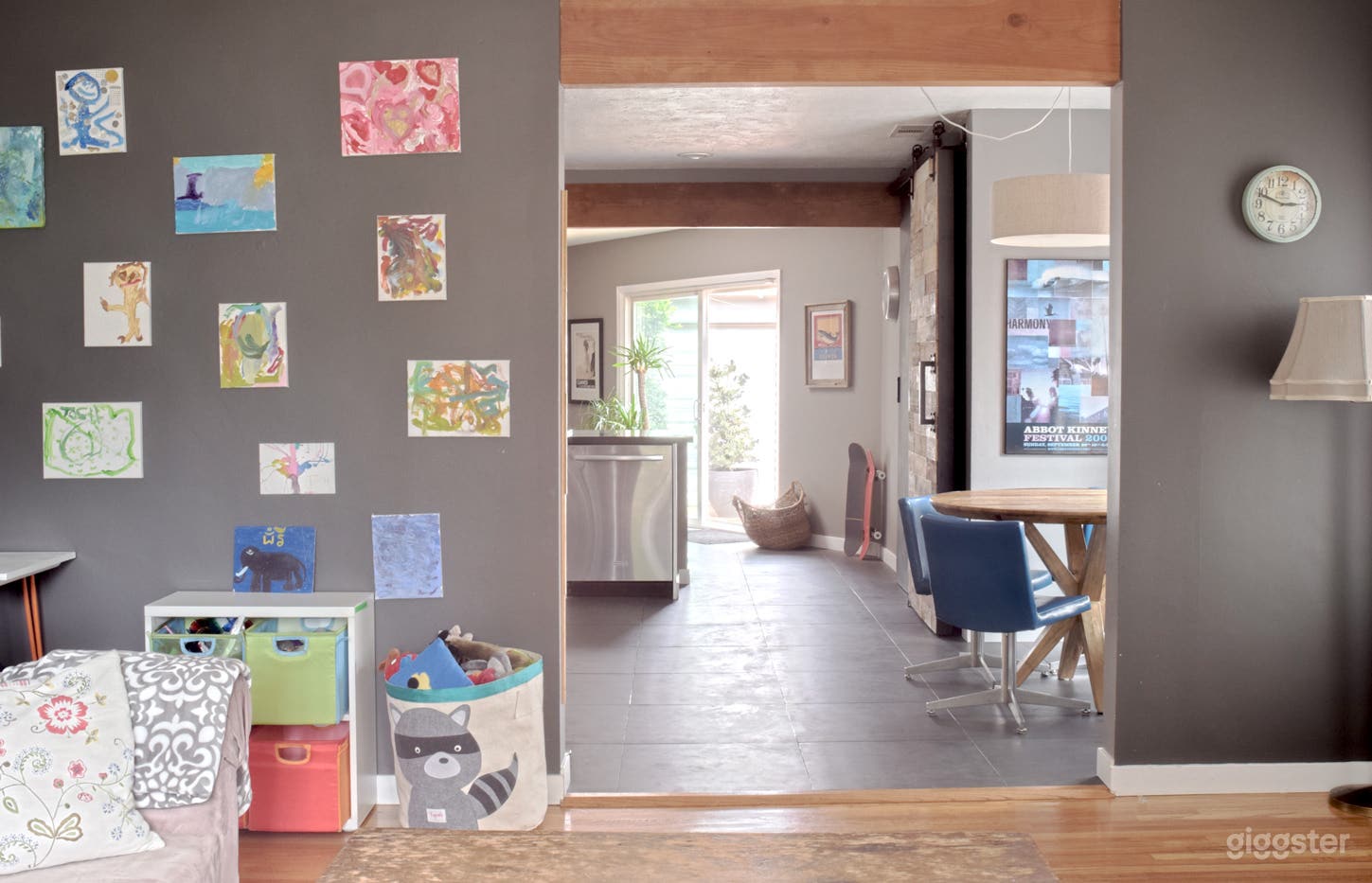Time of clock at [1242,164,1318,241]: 2:48
